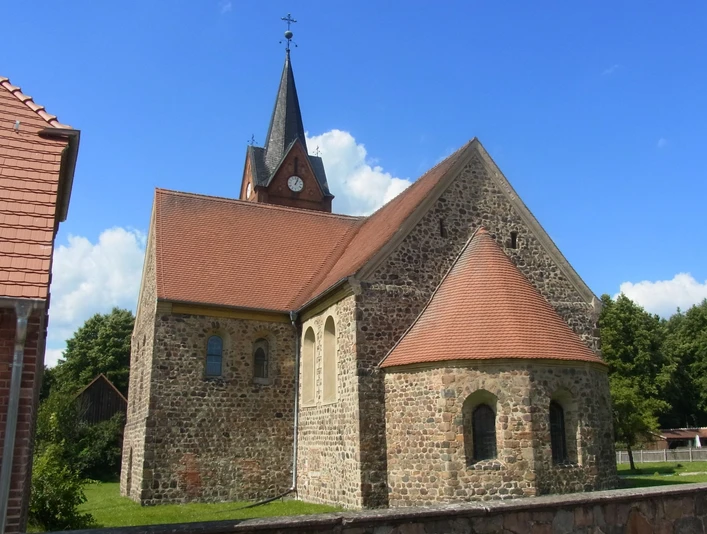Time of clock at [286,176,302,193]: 1:03
